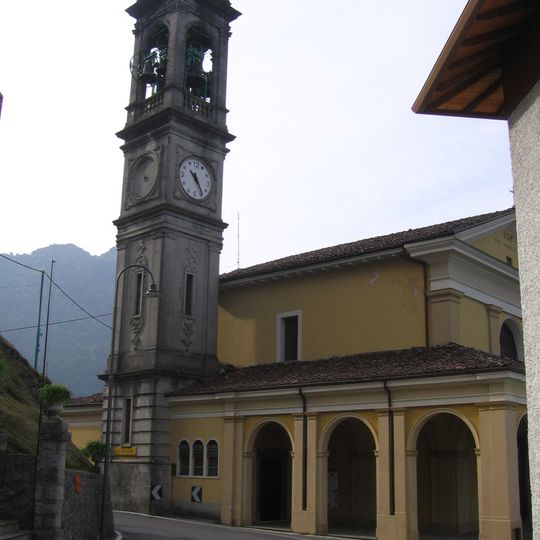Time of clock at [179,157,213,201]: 10:24
